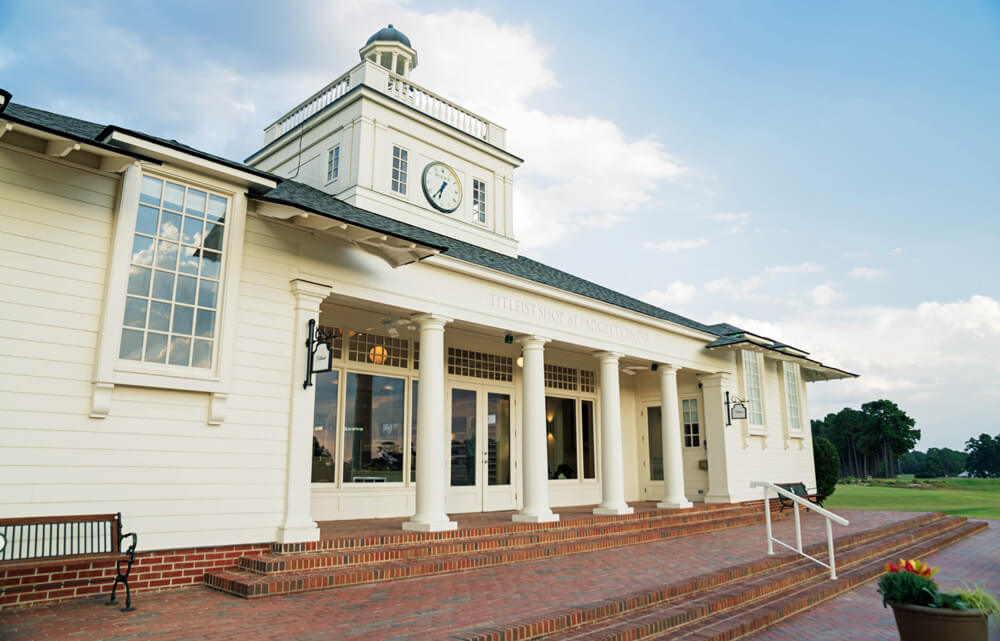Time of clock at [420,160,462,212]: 6:36
